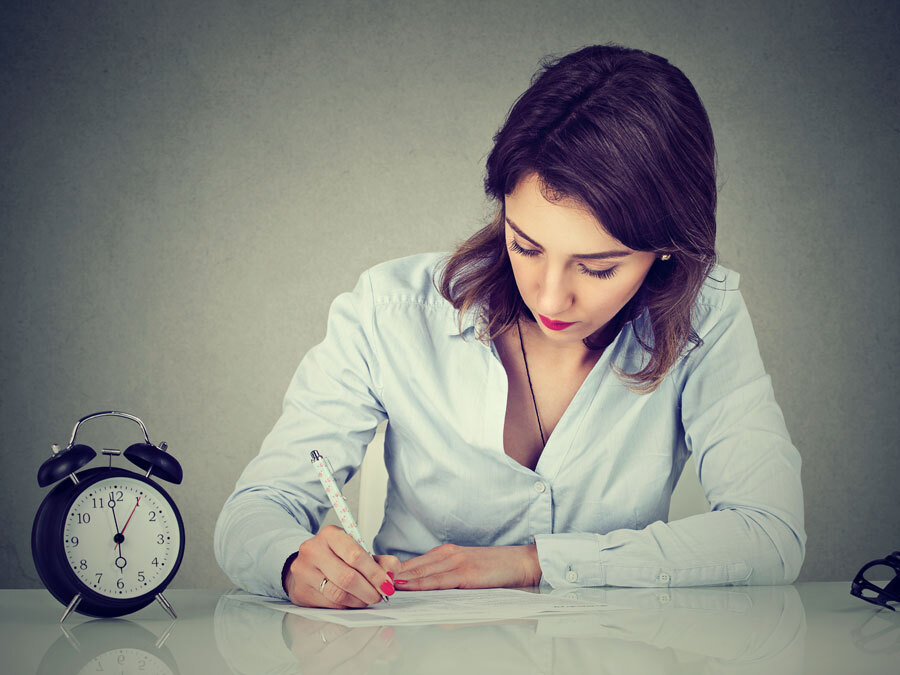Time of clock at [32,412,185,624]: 5:59
